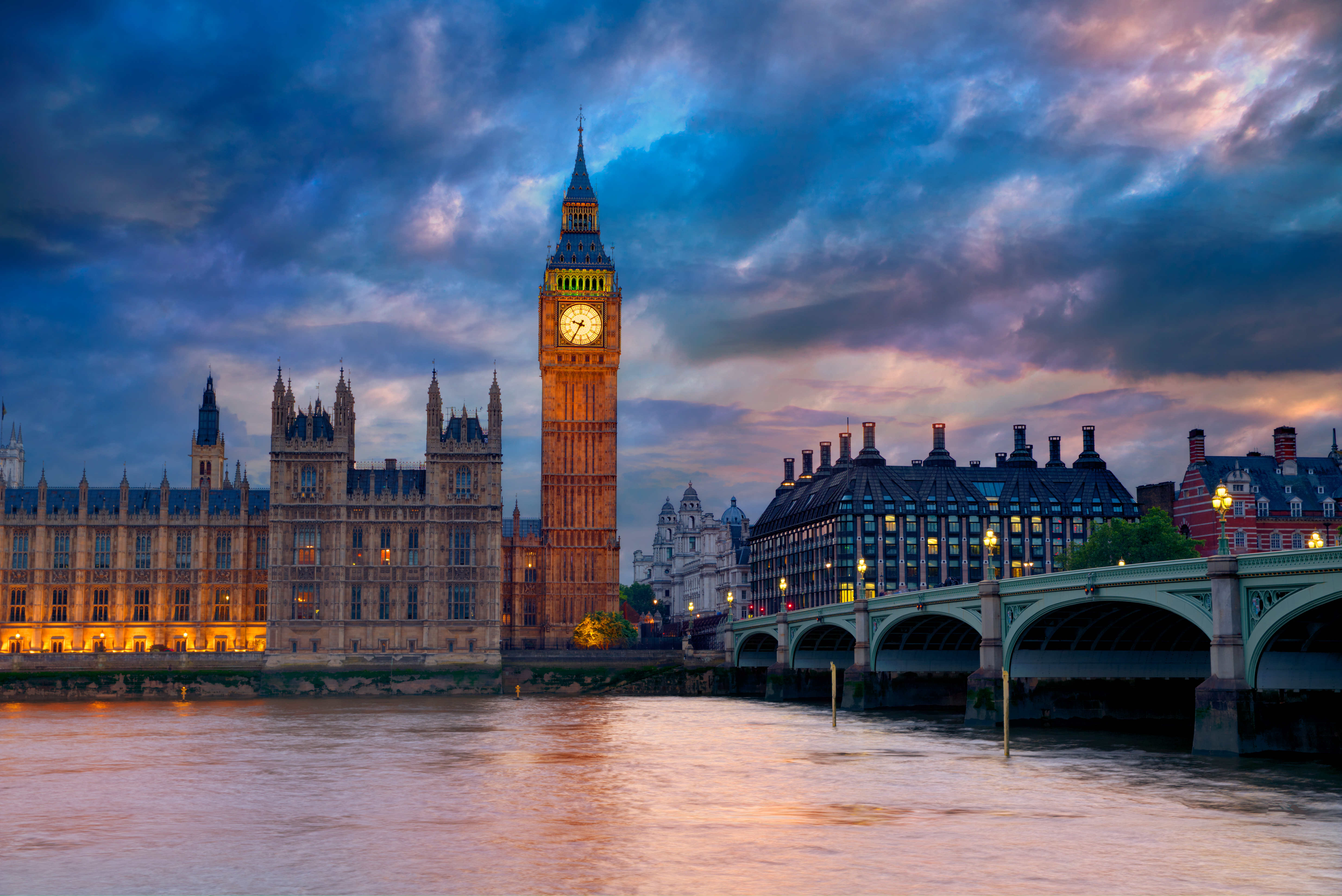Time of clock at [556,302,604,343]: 9:34
